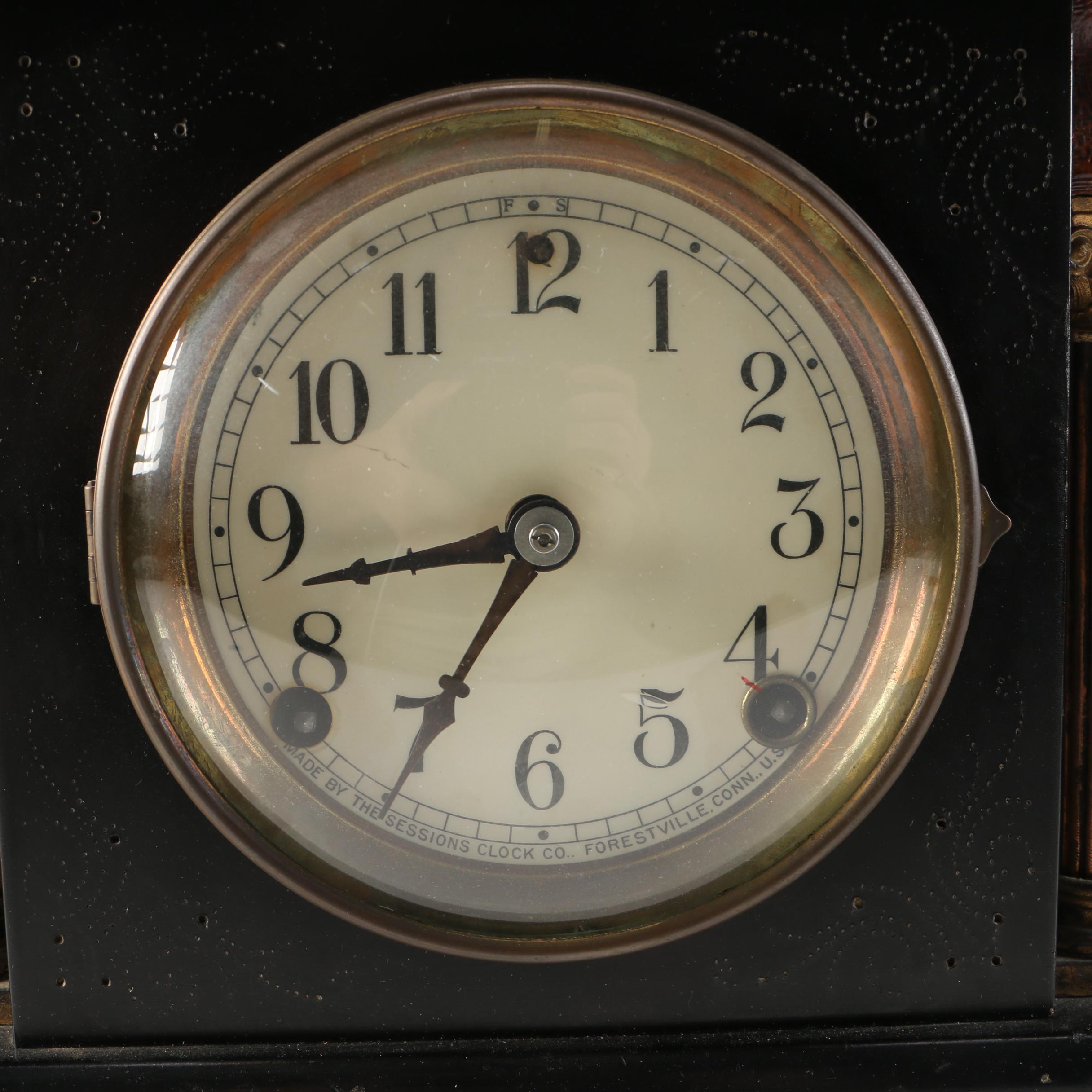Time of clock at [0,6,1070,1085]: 8:35
